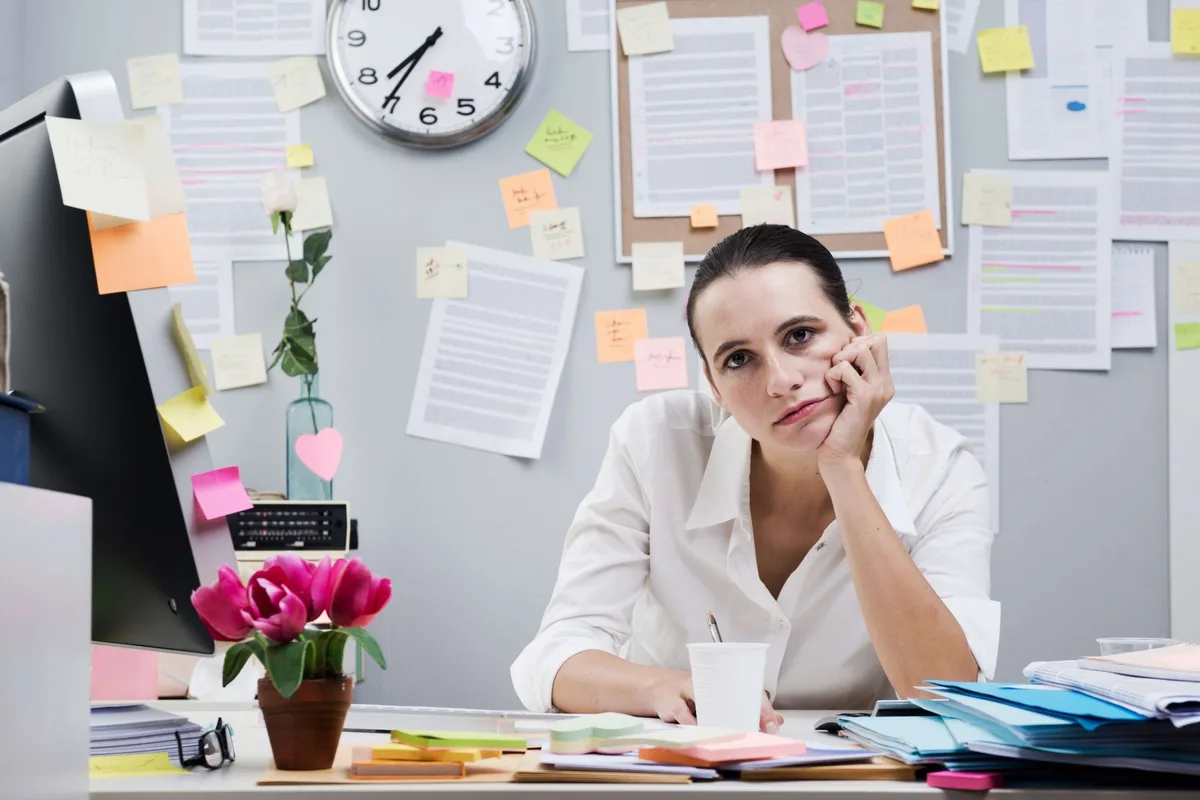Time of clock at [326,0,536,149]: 7:35
